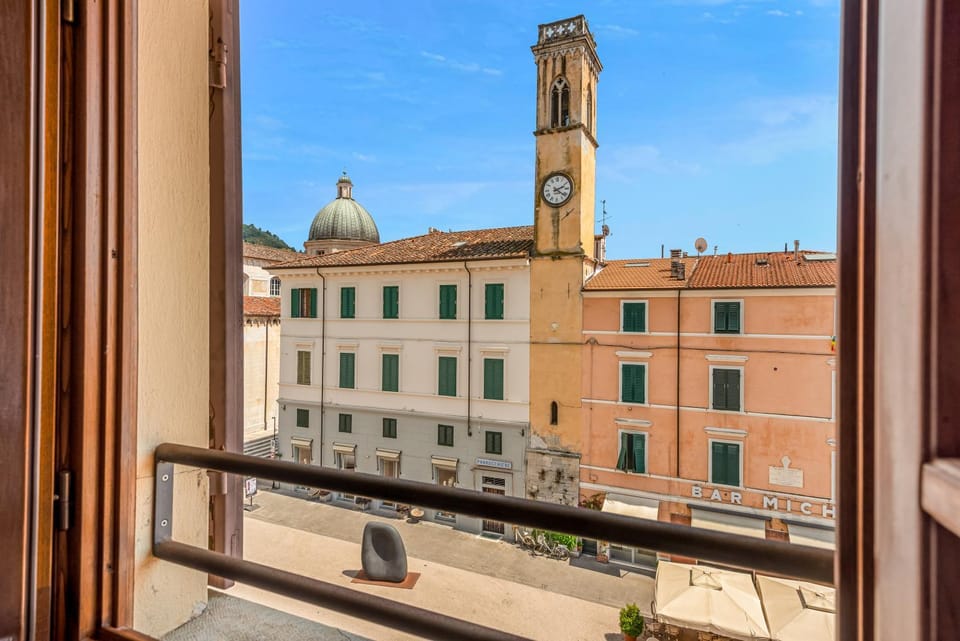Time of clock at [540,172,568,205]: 2:21
